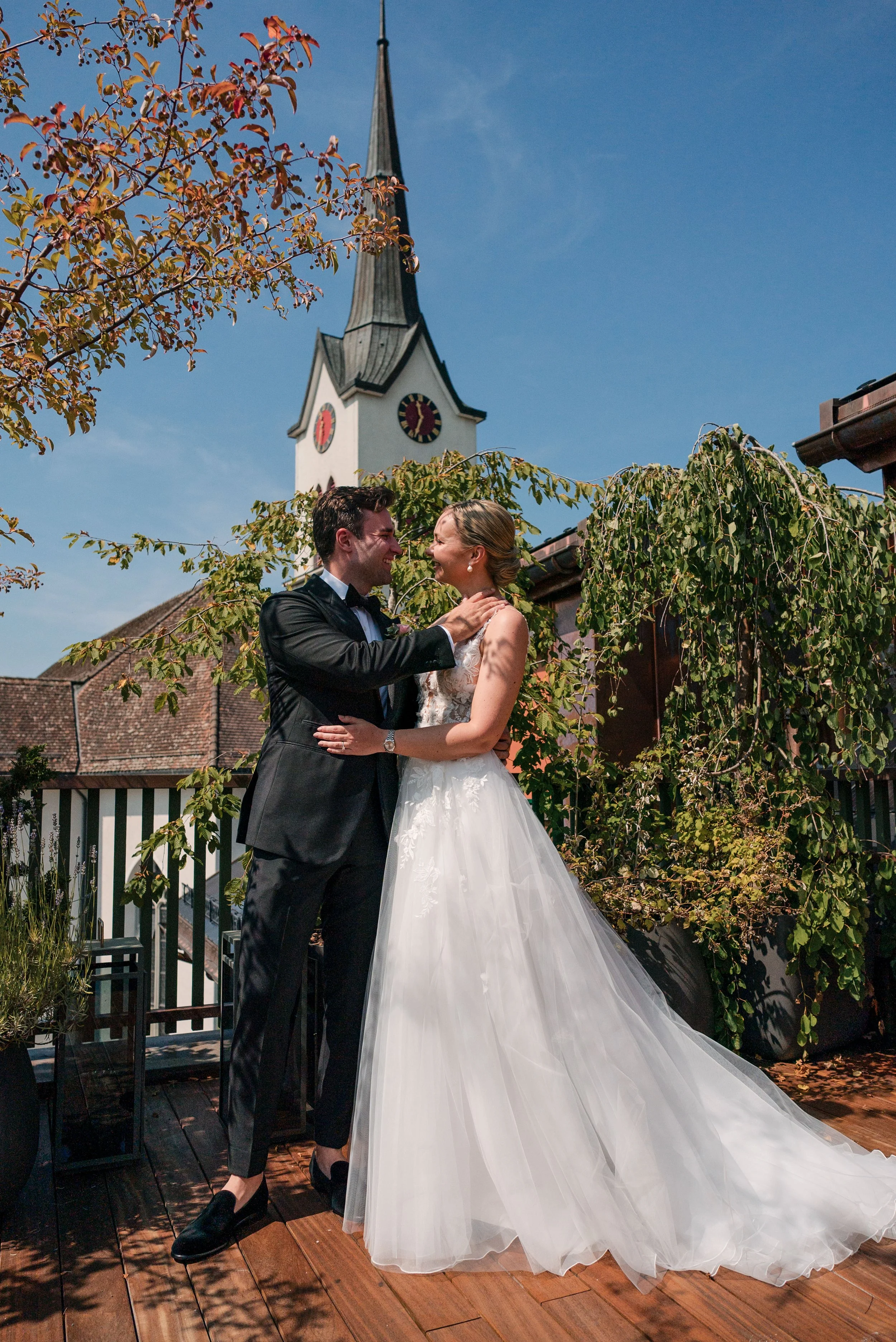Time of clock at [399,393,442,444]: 11:33
